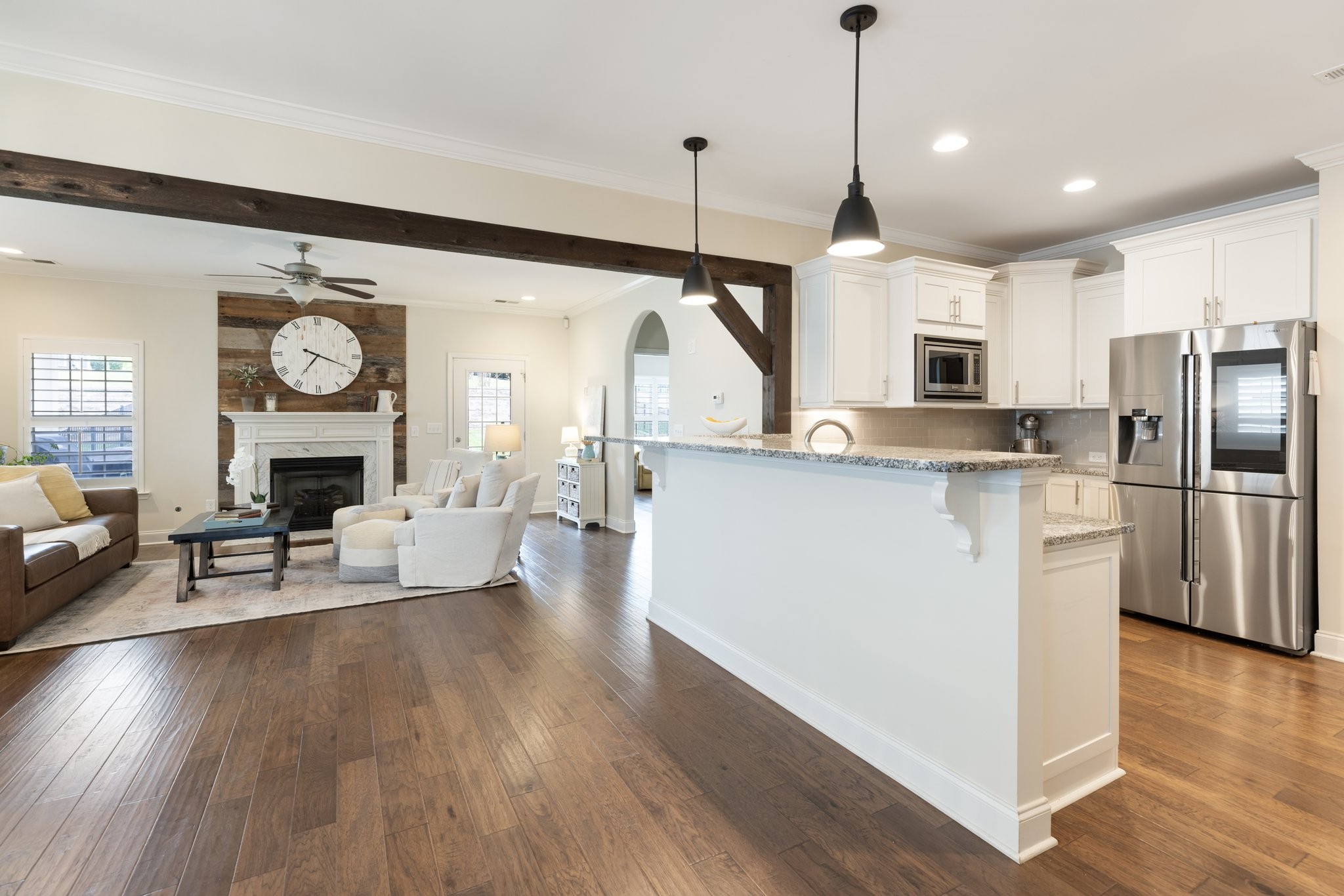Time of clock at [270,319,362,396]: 7:18
